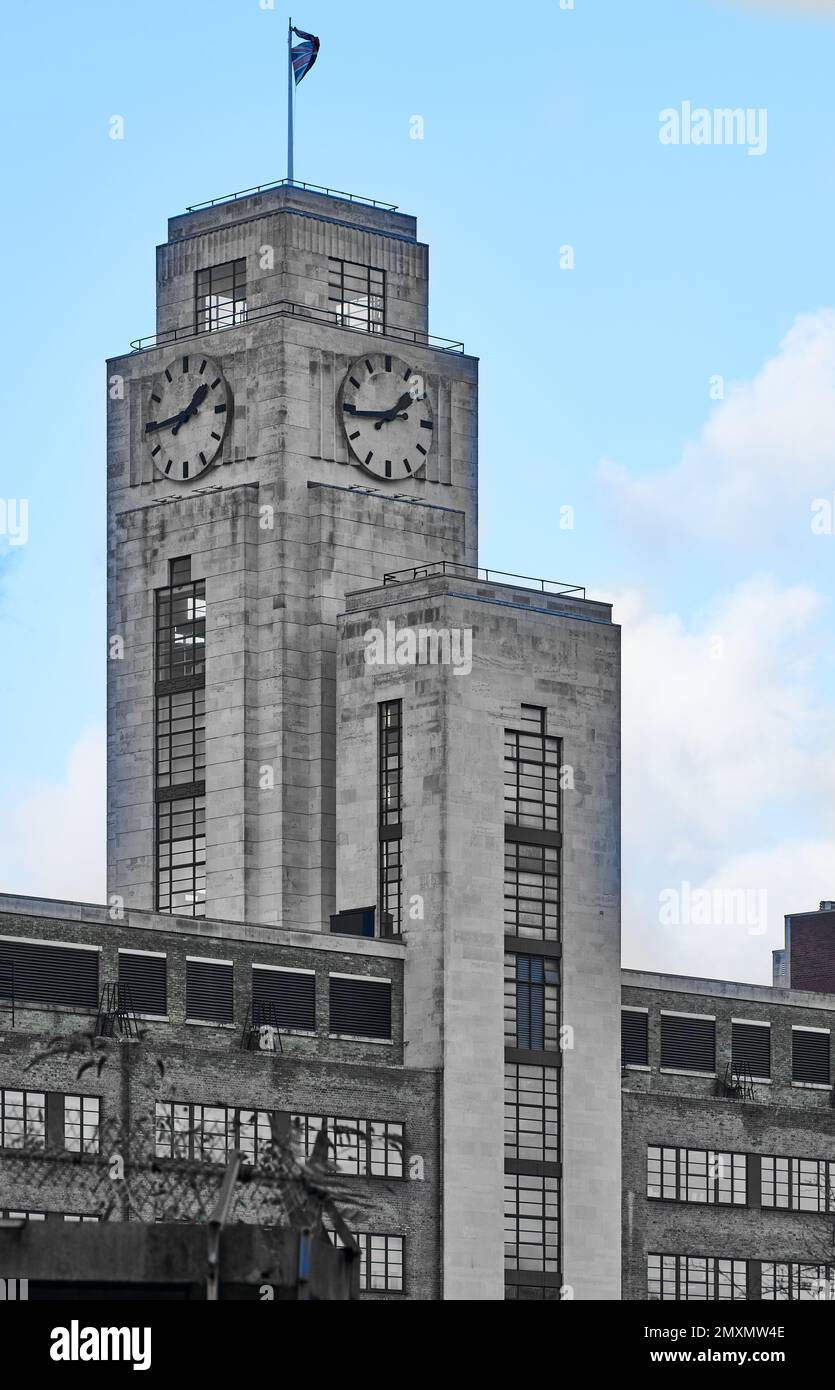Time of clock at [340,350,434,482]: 1:44
